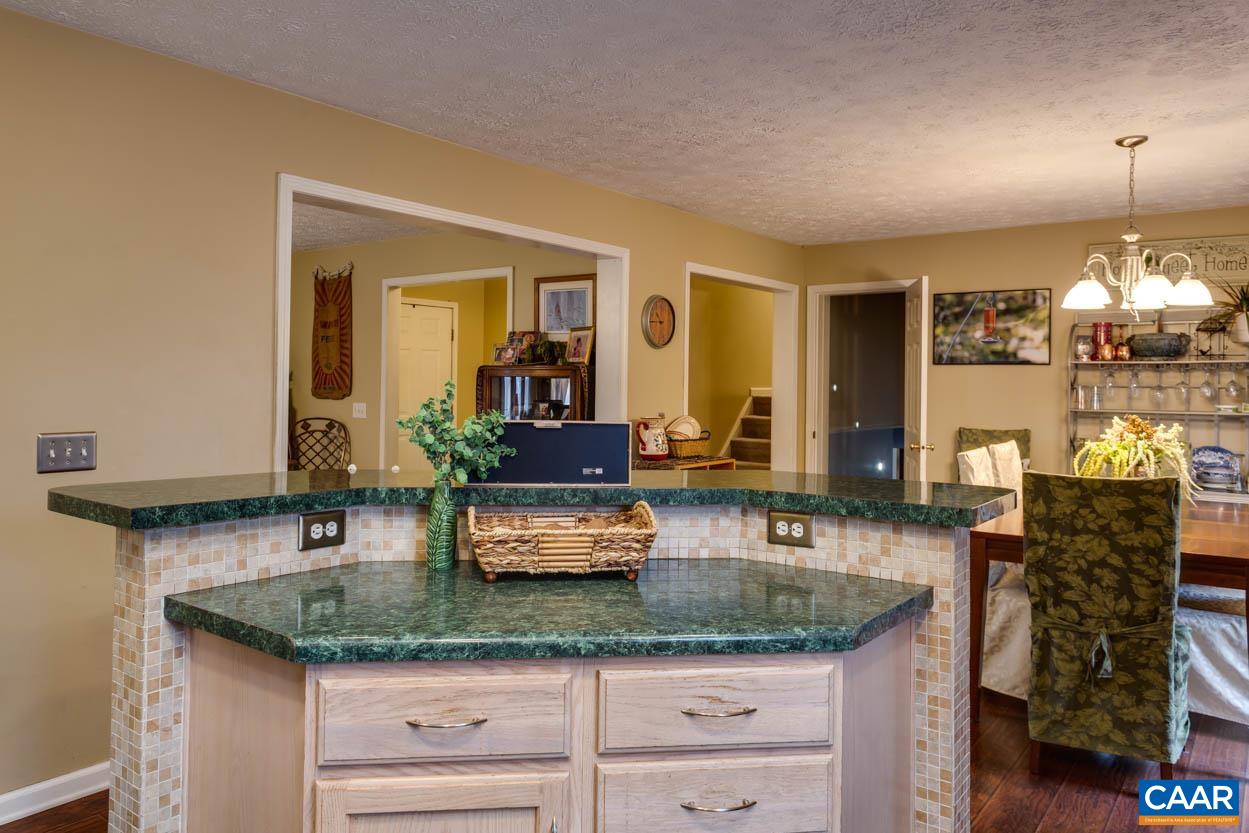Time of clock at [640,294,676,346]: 10:45
